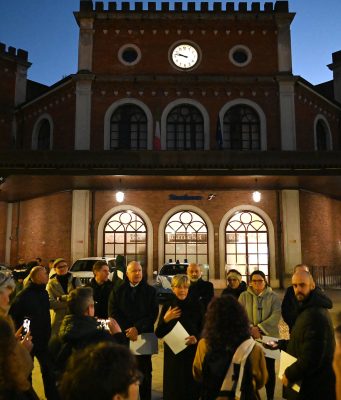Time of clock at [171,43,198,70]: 9:47
